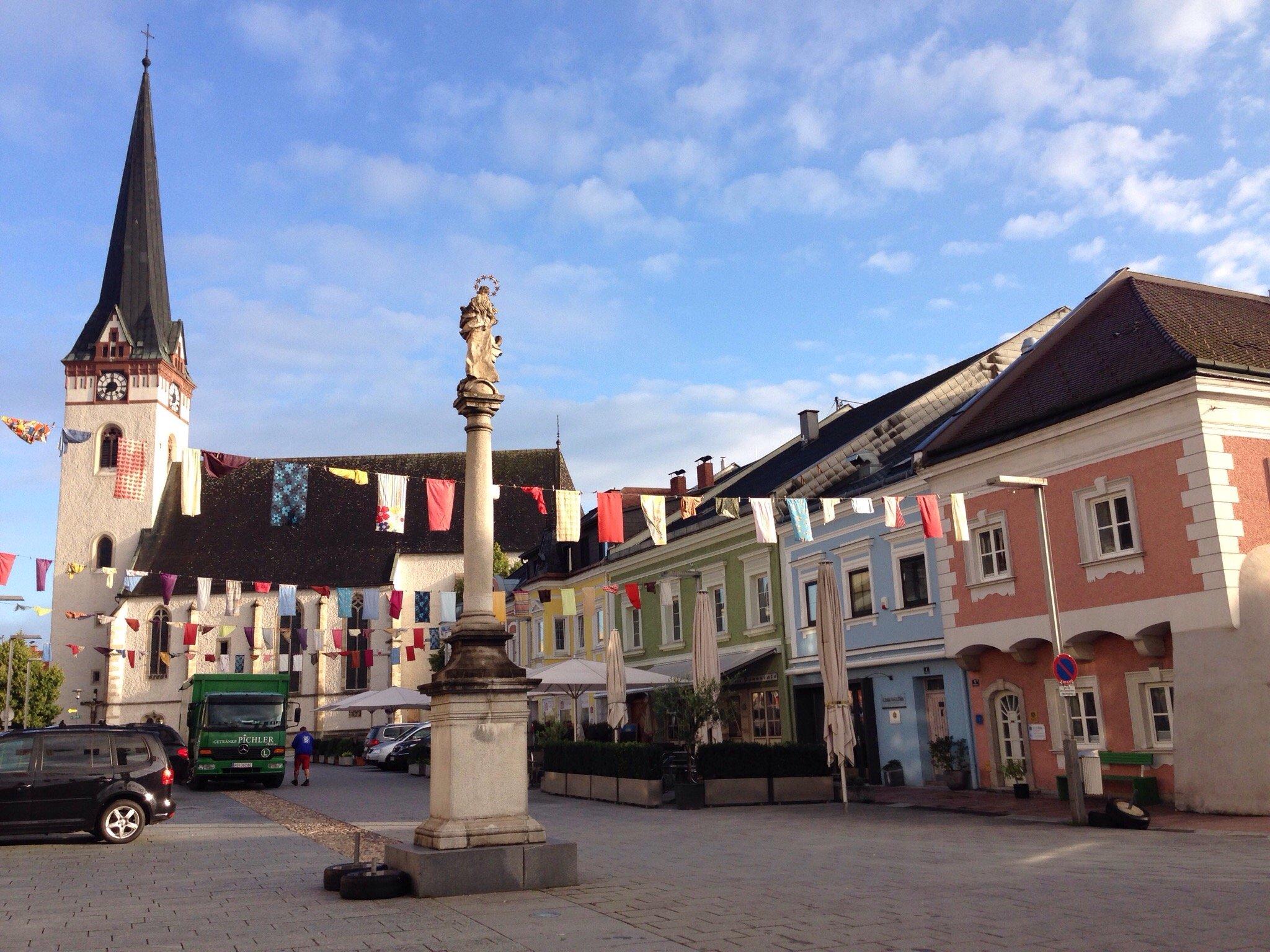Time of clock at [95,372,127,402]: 7:24
